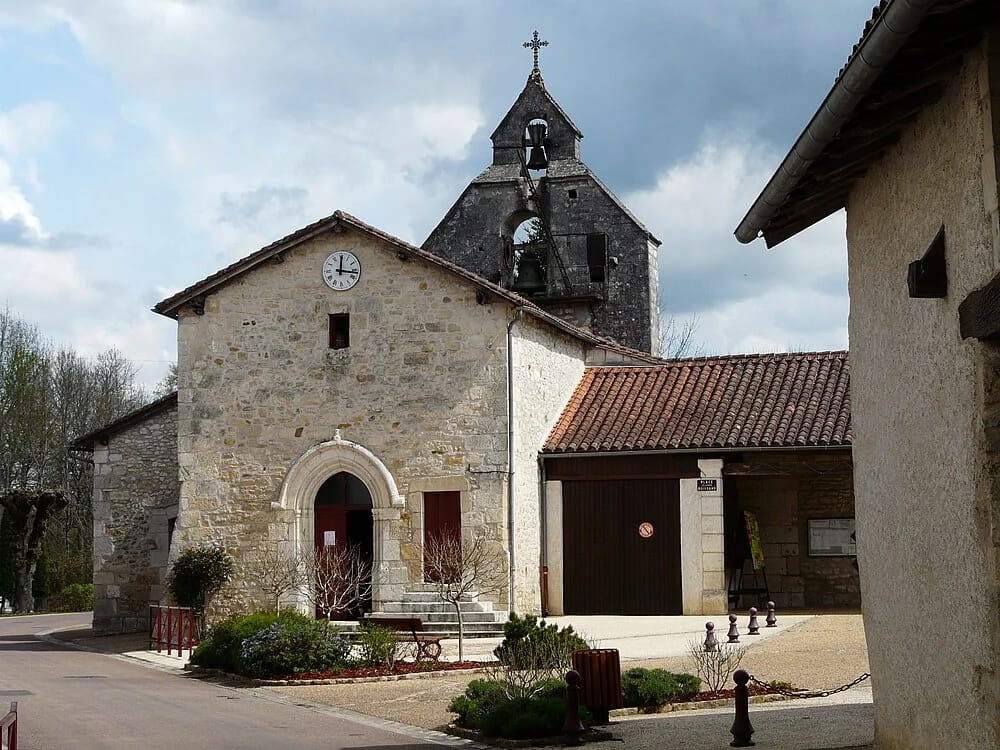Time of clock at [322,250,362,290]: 12:16
